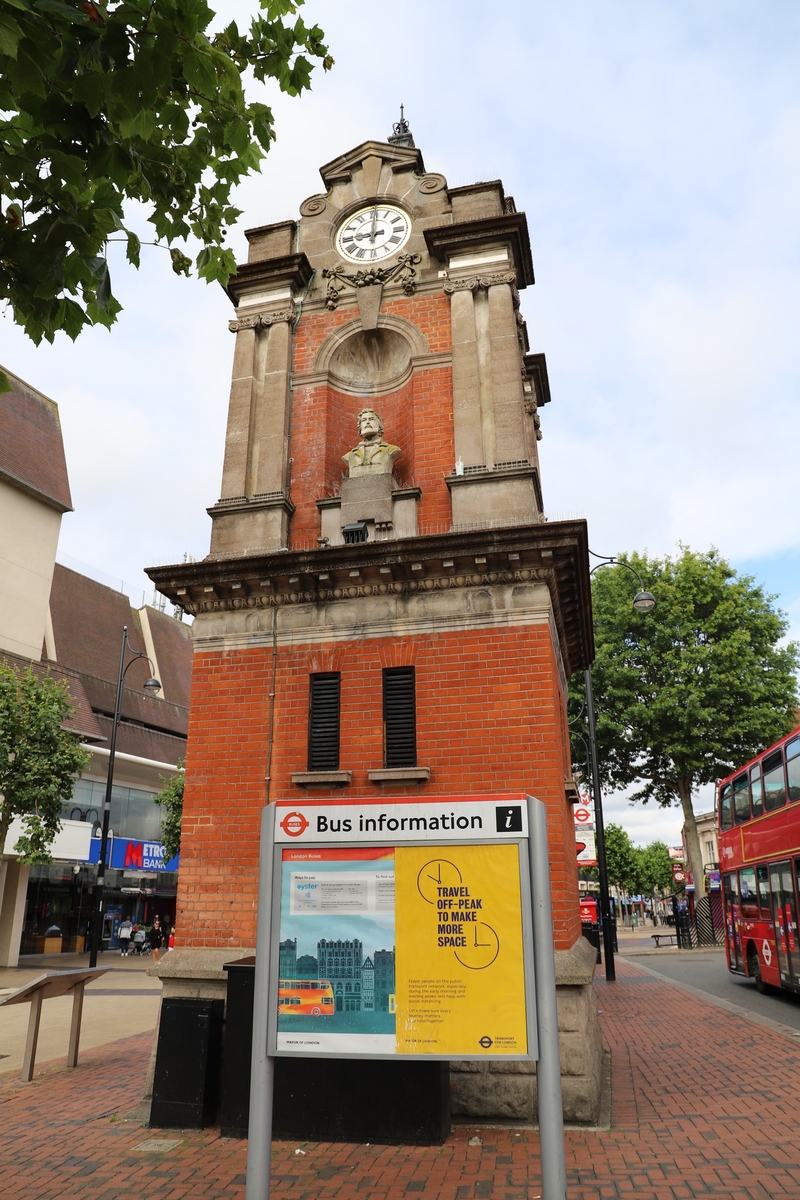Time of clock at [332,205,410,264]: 8:59
